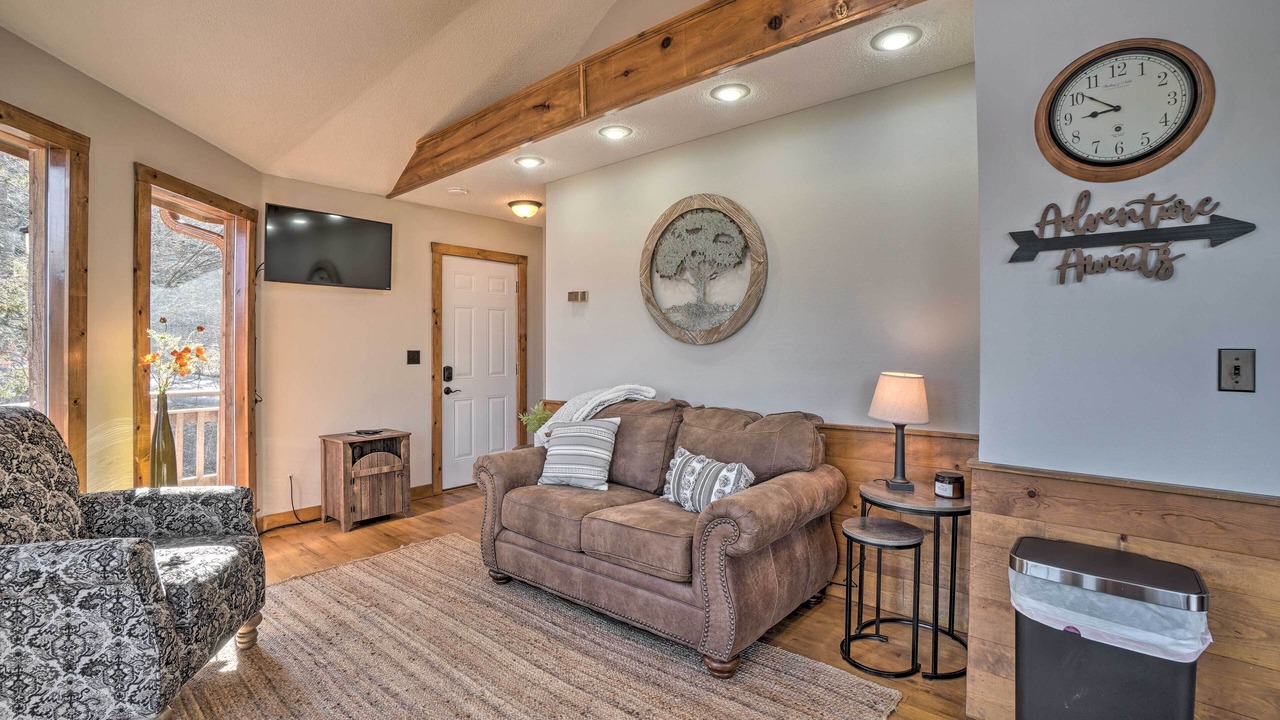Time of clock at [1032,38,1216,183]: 8:51
